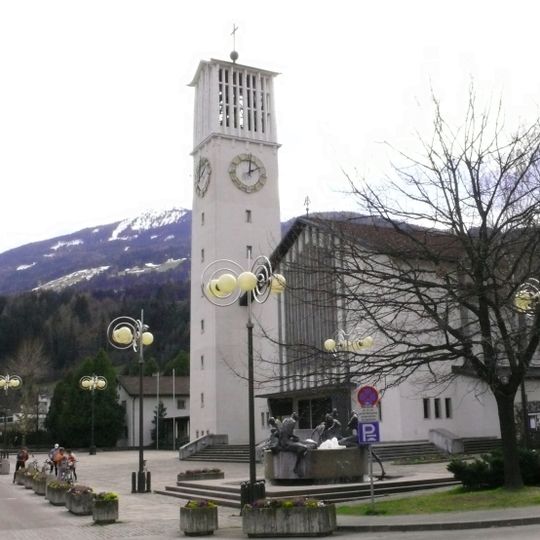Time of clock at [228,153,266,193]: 2:01
